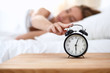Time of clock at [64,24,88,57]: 6:03
